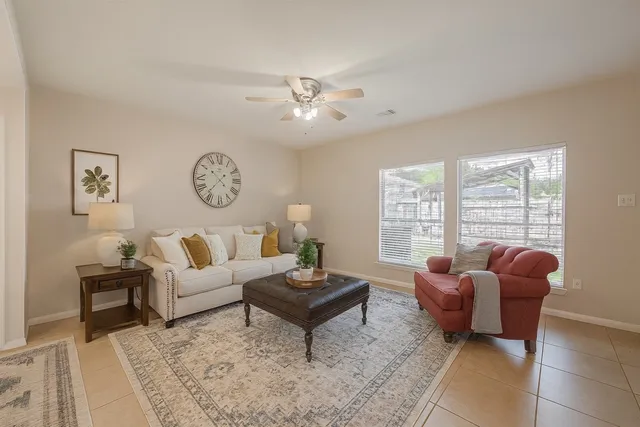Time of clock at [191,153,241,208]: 1:36
